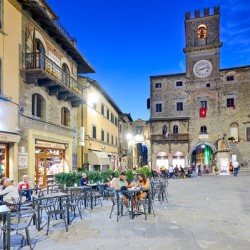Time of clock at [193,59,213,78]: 8:12
